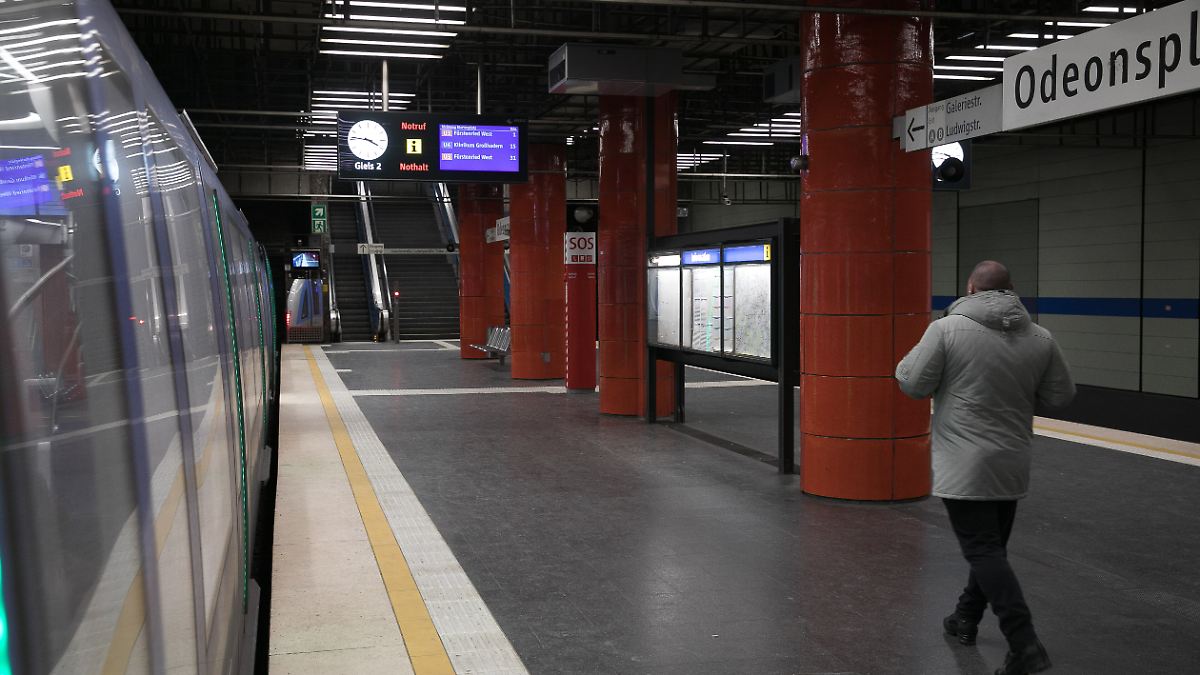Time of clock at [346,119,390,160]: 3:46
